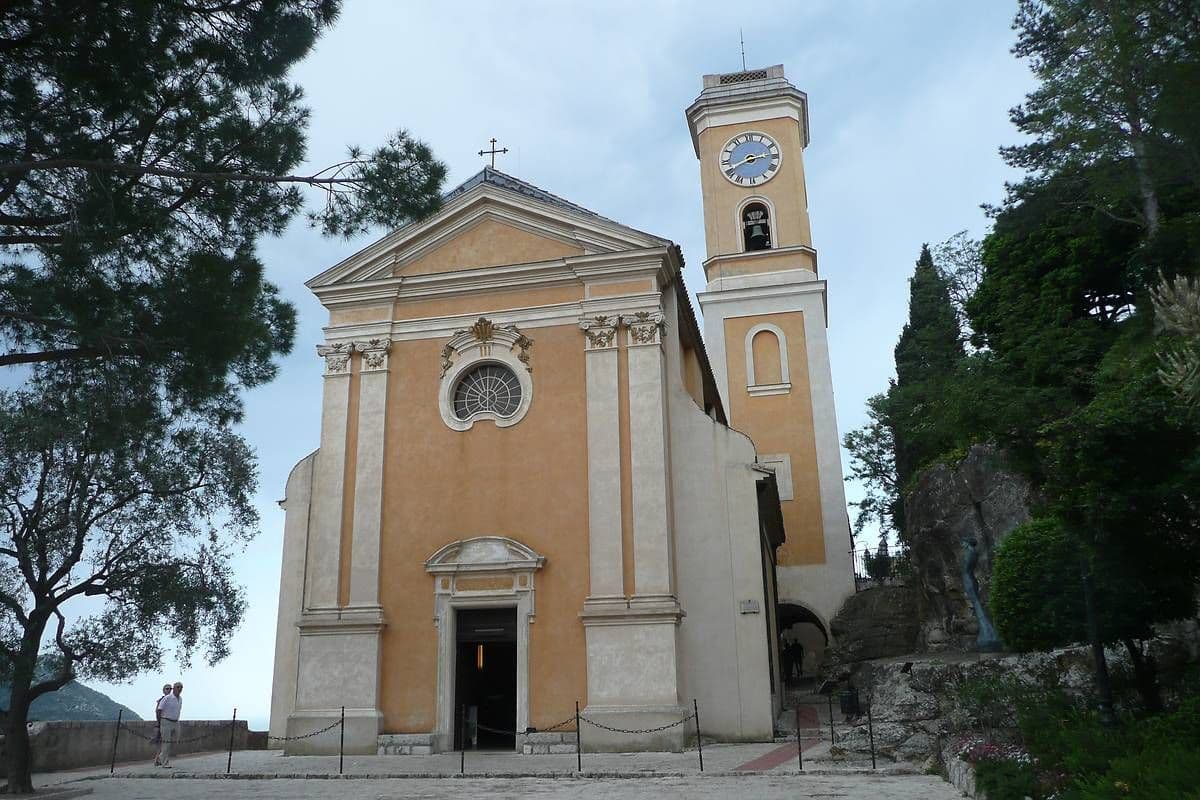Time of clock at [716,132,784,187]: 2:41
